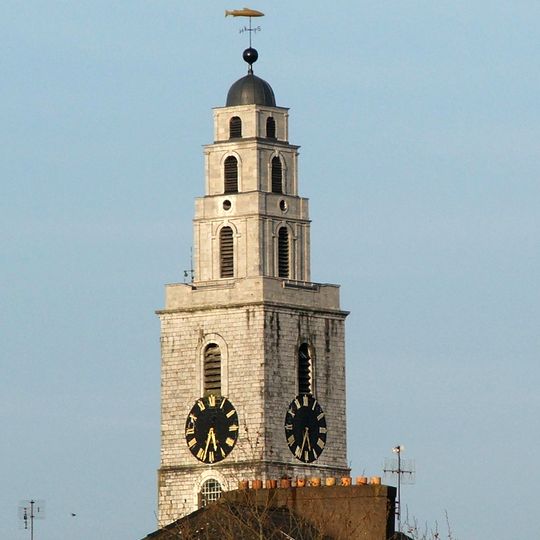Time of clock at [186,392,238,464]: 5:32
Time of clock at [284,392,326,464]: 5:33
